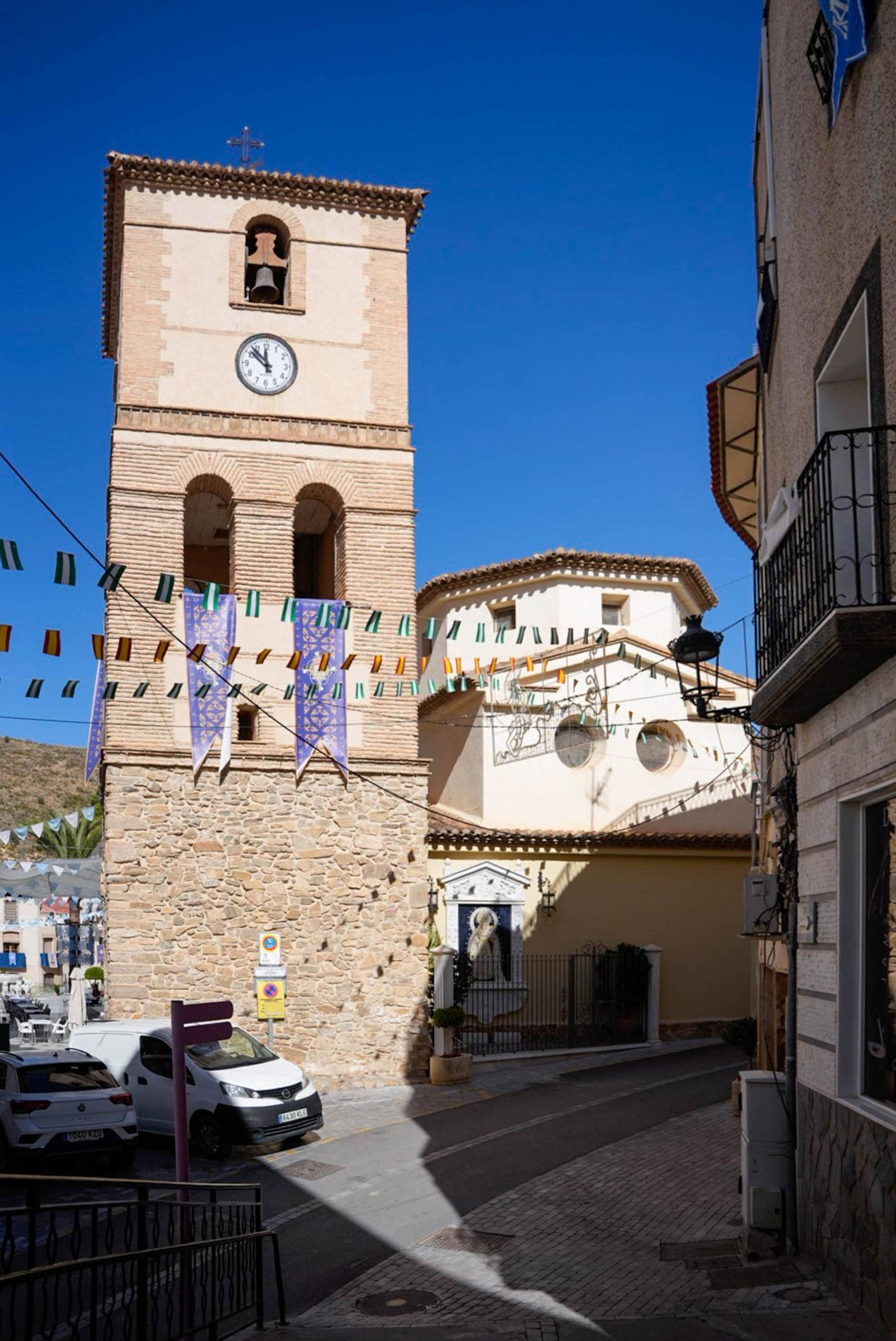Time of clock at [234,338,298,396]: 11:52
